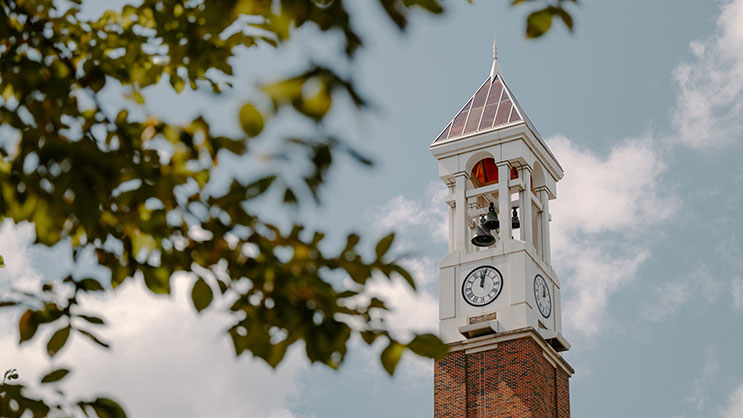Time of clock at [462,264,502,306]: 12:02
